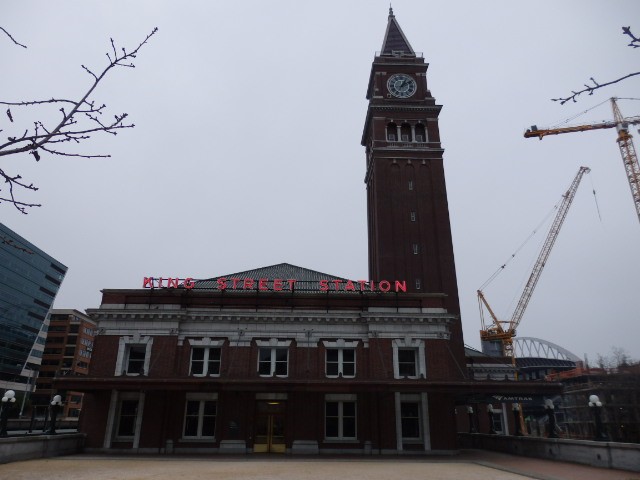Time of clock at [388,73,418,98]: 1:09
